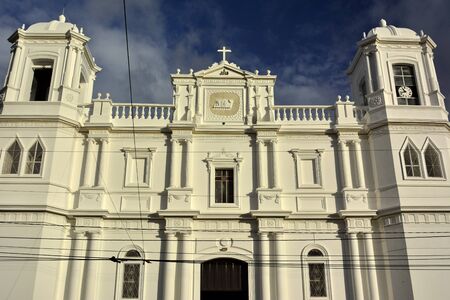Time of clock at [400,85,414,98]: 10:42
